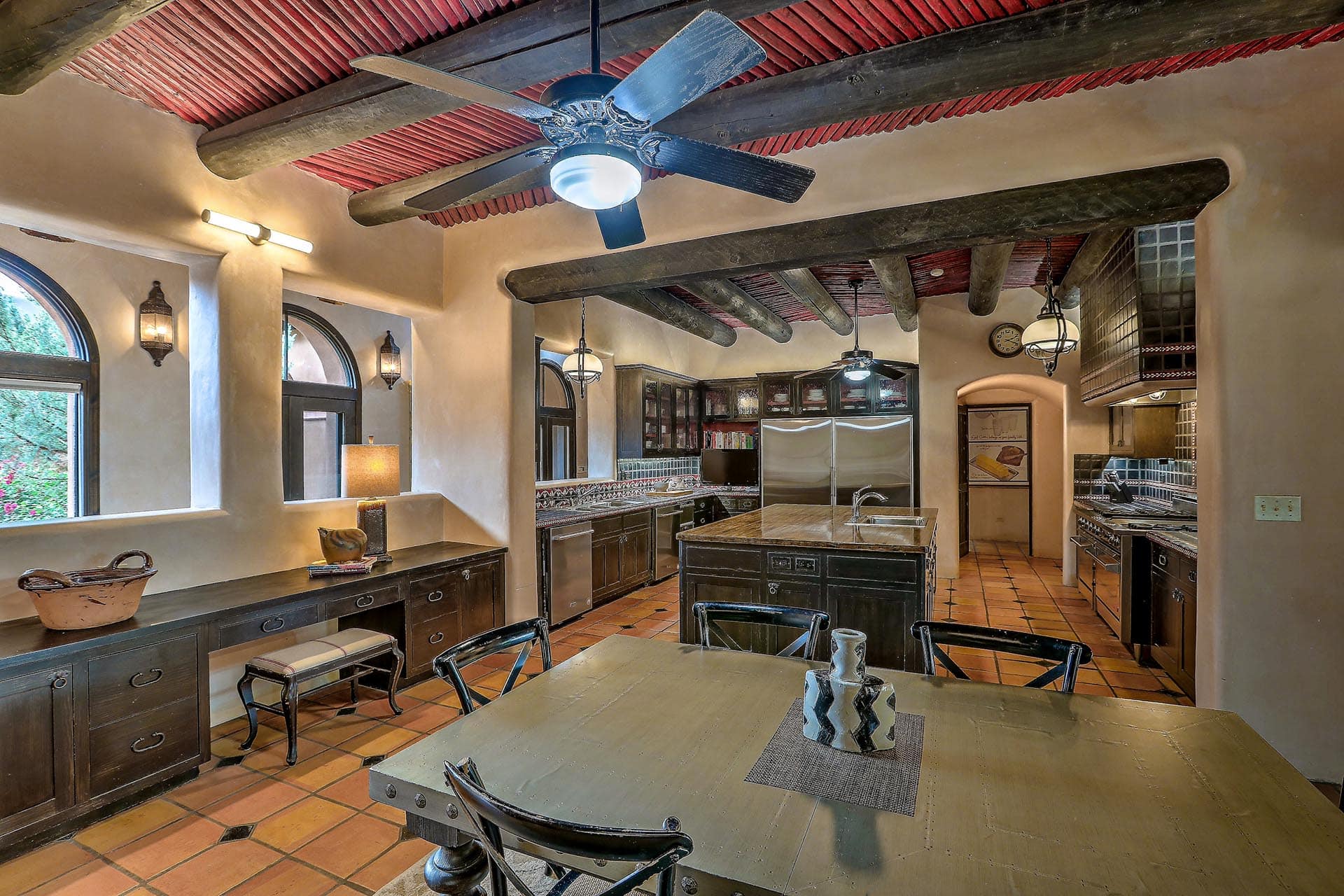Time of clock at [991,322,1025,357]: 2:18
